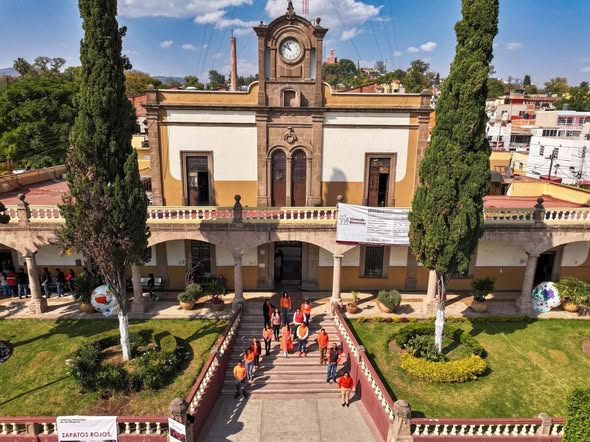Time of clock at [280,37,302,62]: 10:50
